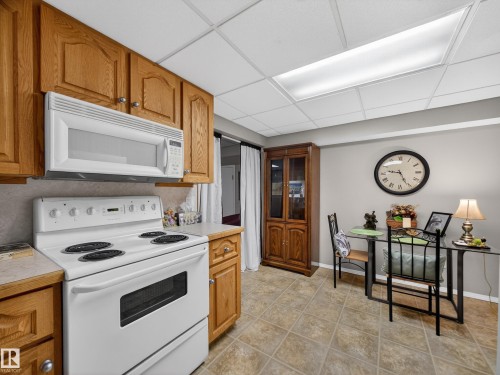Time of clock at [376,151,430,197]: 9:26
